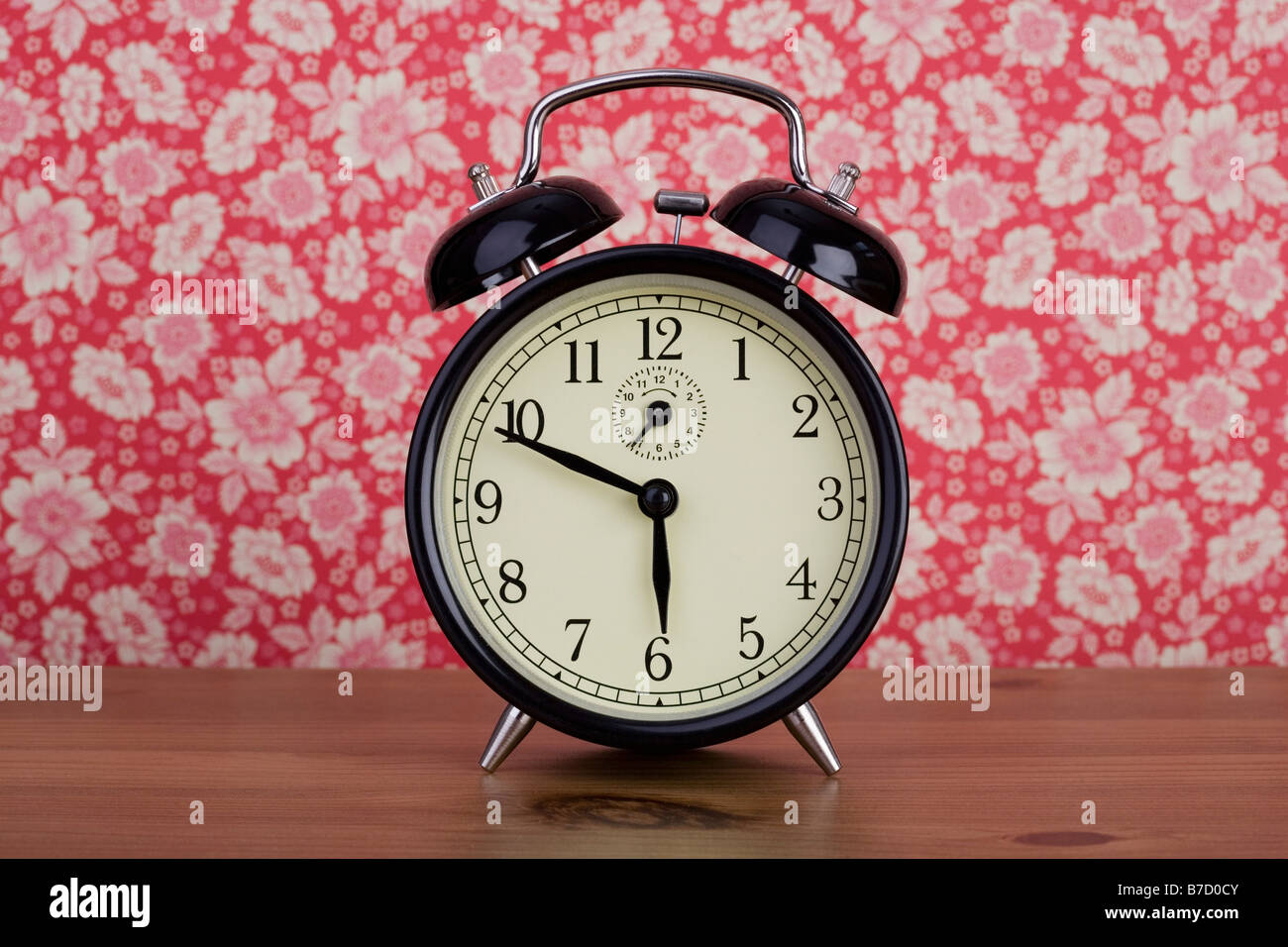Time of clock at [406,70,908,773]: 5:49
